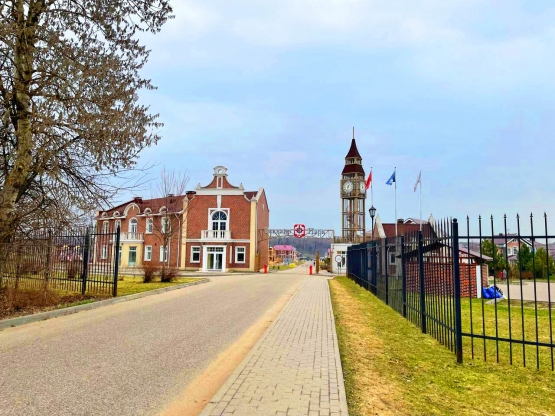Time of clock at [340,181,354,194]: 7:32
